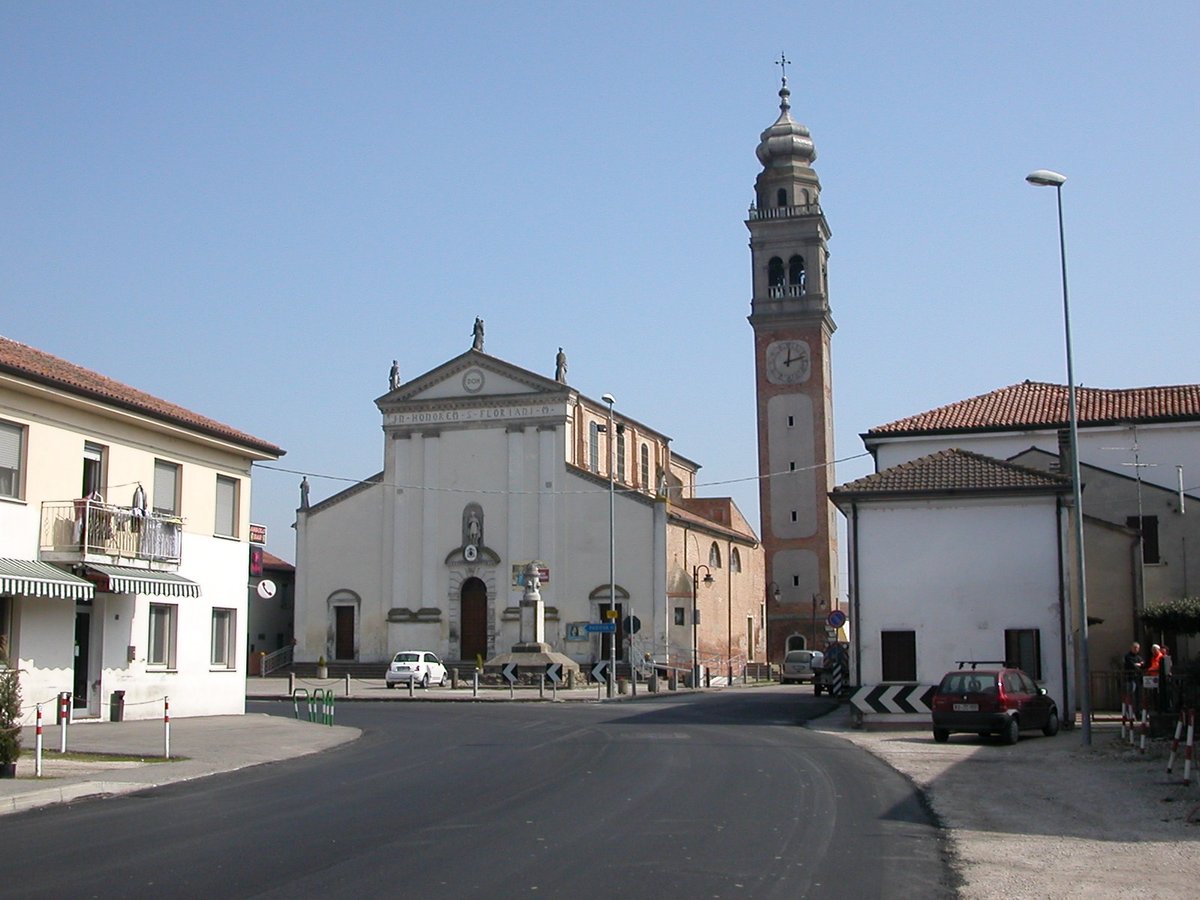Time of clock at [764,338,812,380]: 12:12
